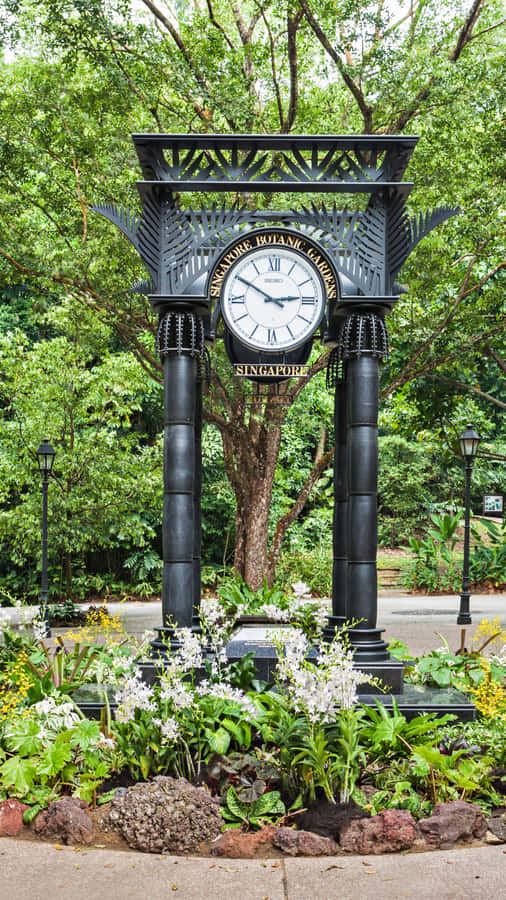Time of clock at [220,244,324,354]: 2:50
